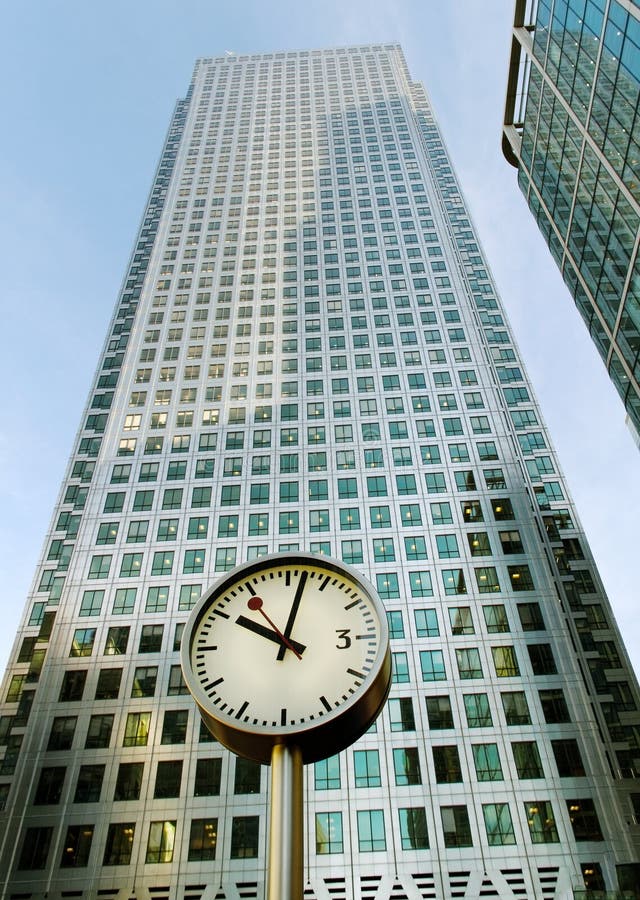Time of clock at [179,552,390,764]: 10:02
